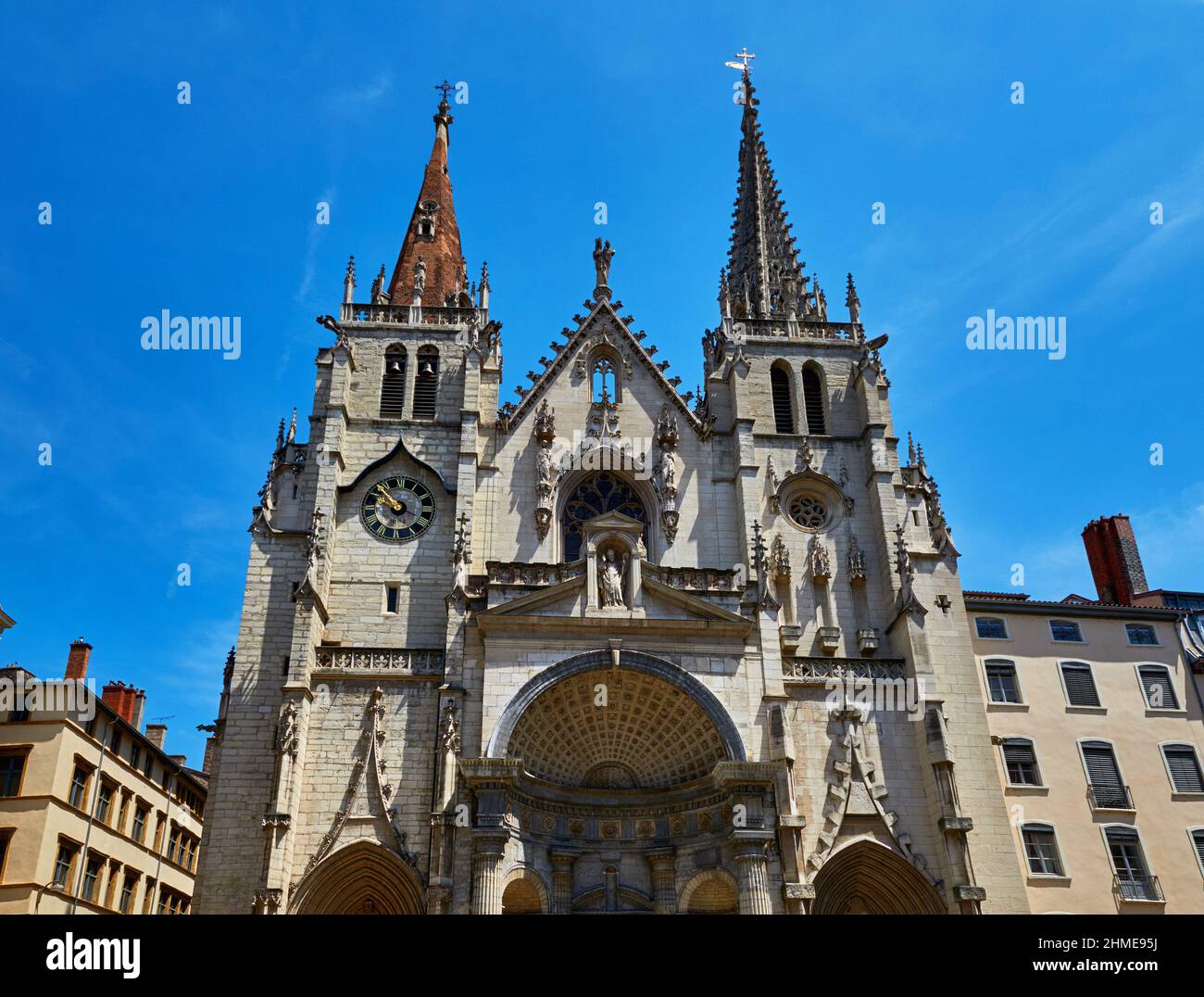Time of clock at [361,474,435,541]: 9:52
